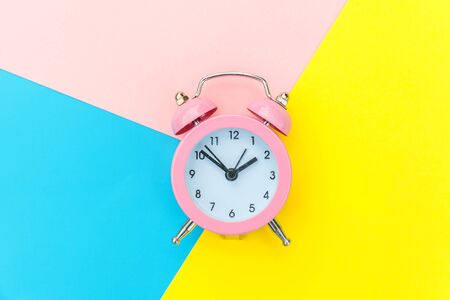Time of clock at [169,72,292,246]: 1:51
